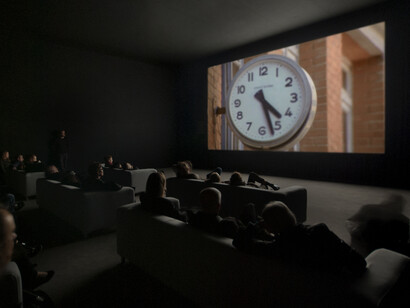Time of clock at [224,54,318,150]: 4:27
